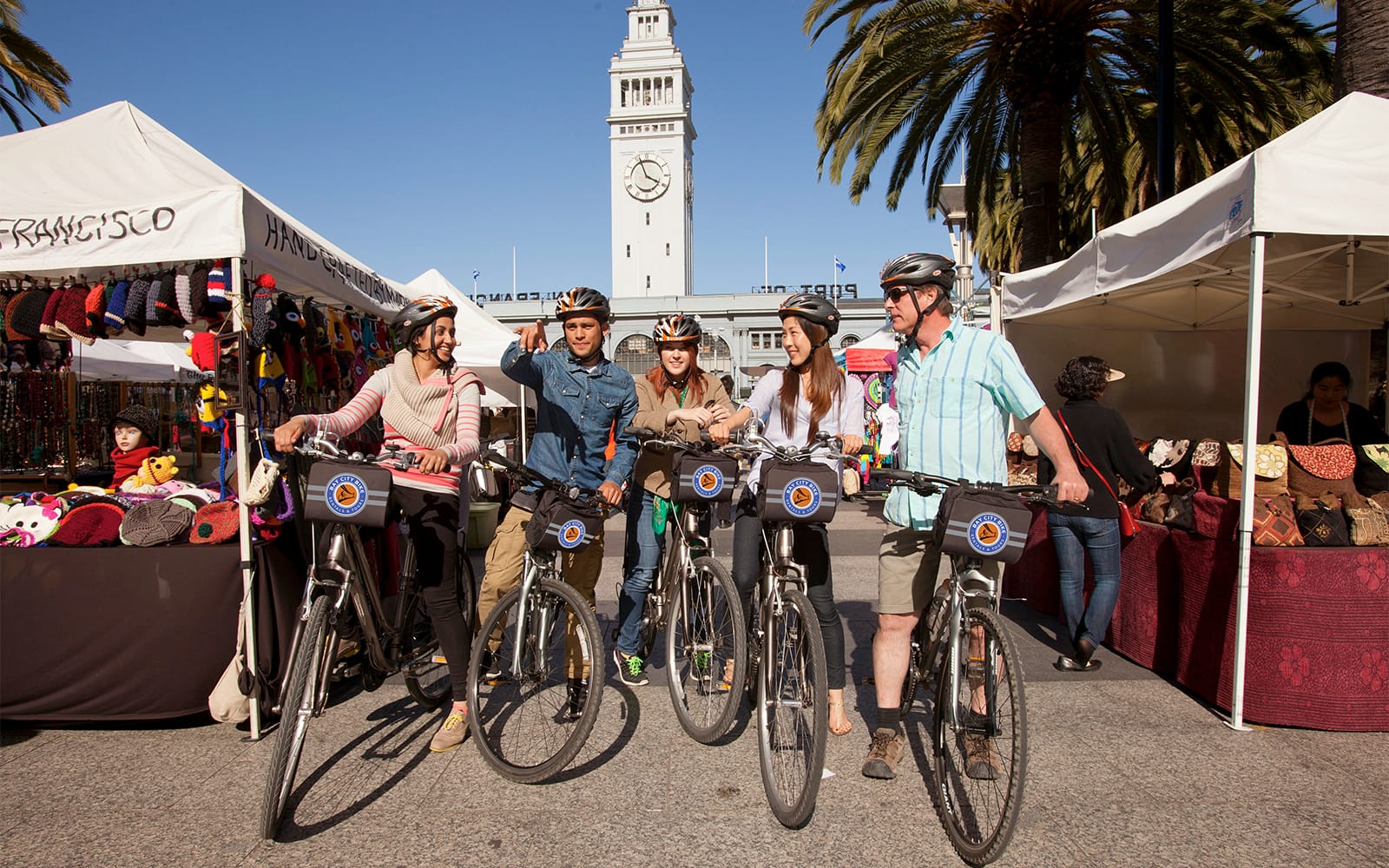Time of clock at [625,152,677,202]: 3:56
